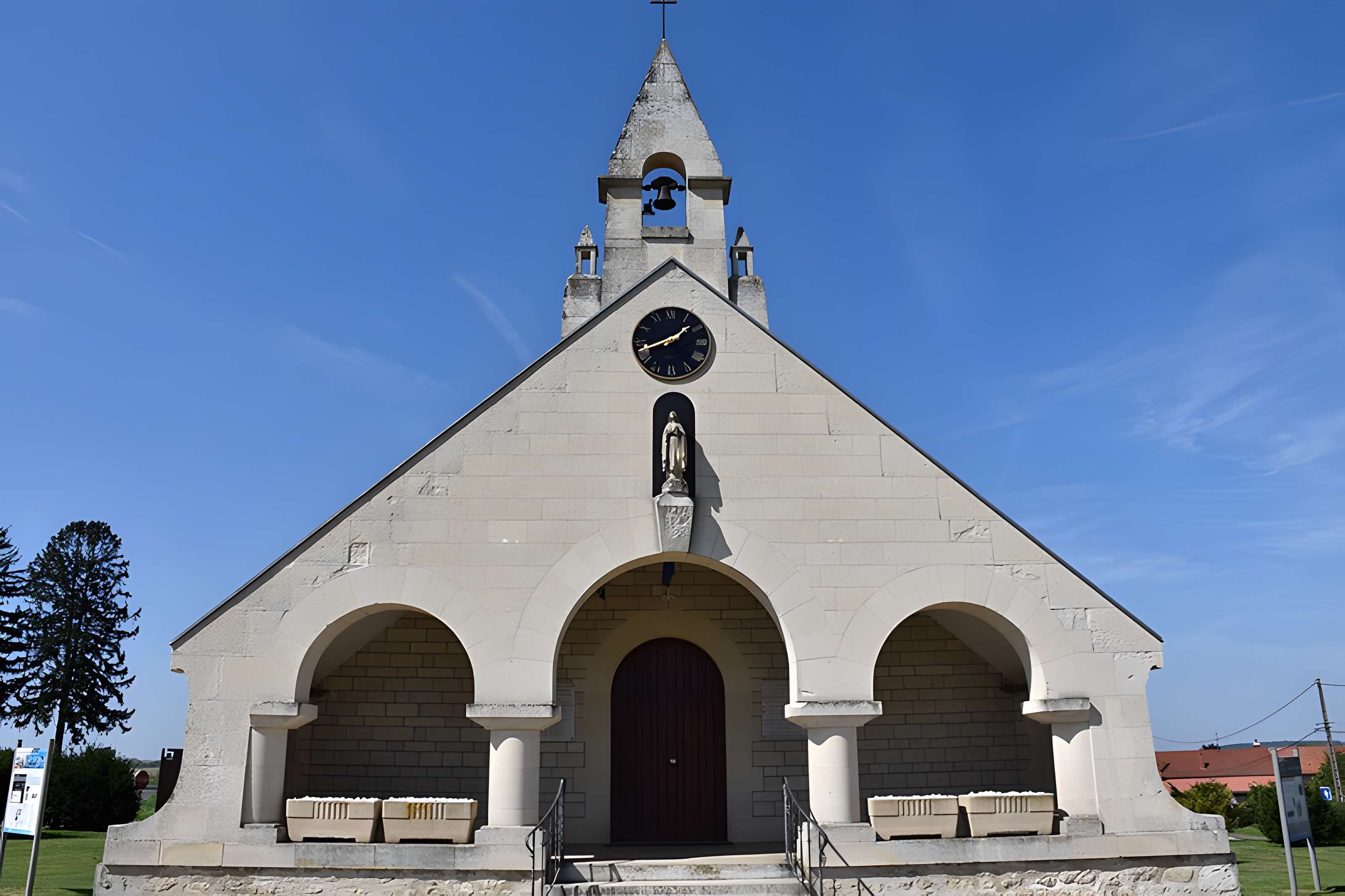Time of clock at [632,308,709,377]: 1:42
